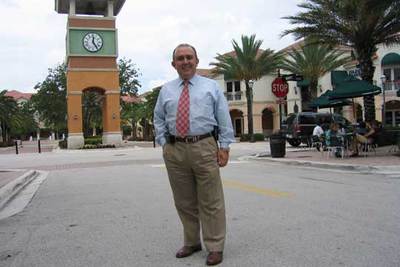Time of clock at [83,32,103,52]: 12:24
